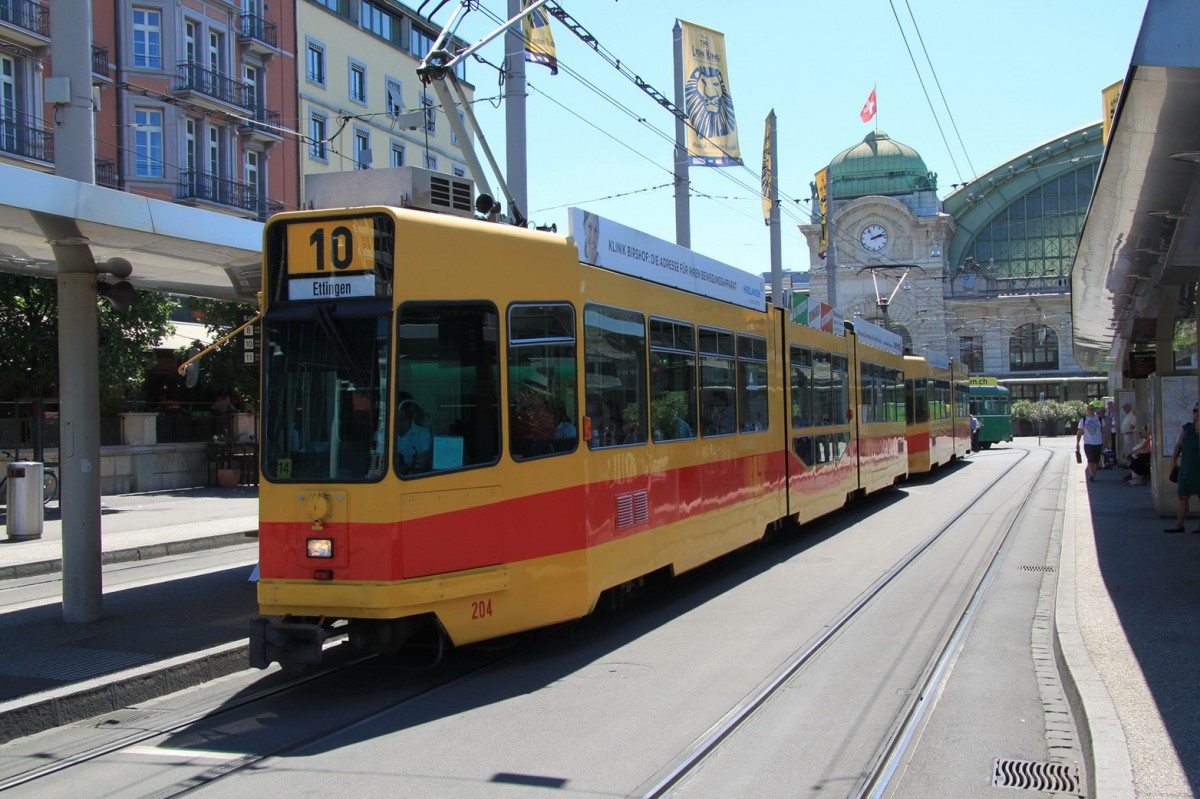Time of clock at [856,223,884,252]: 2:12
